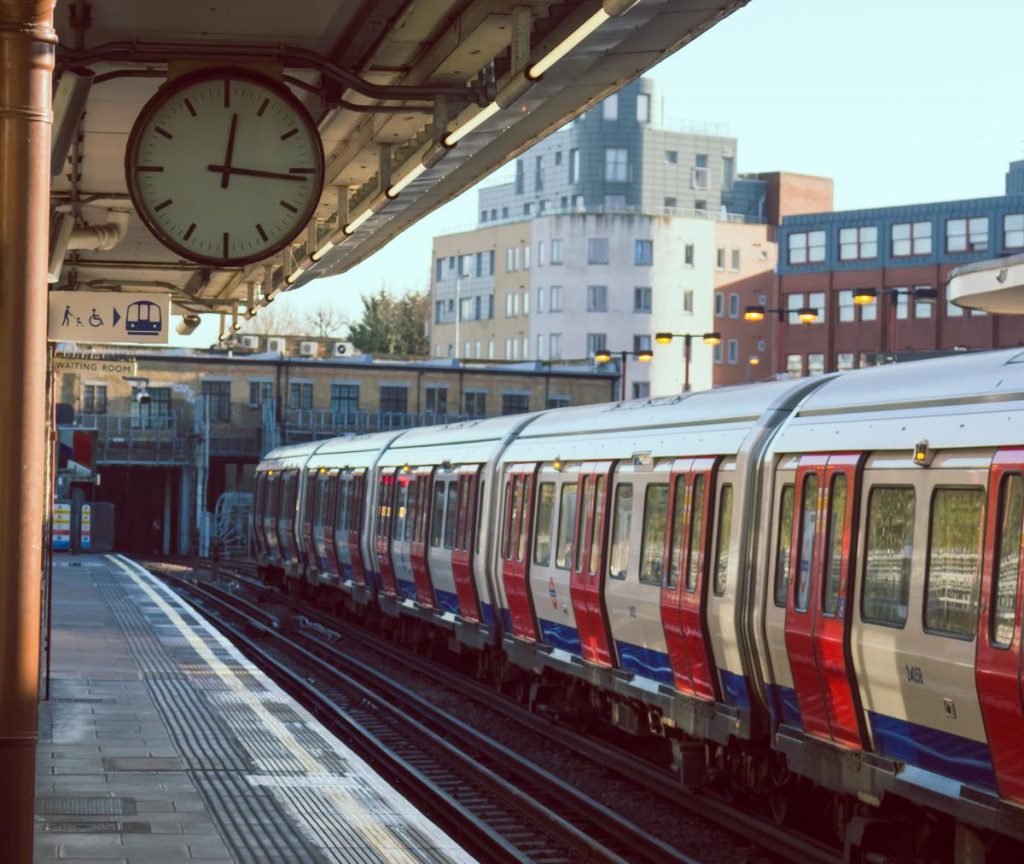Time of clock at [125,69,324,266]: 12:16
